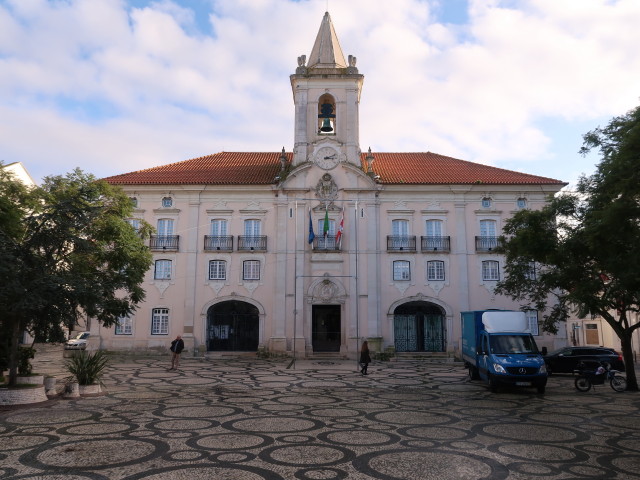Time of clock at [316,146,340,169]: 3:11
